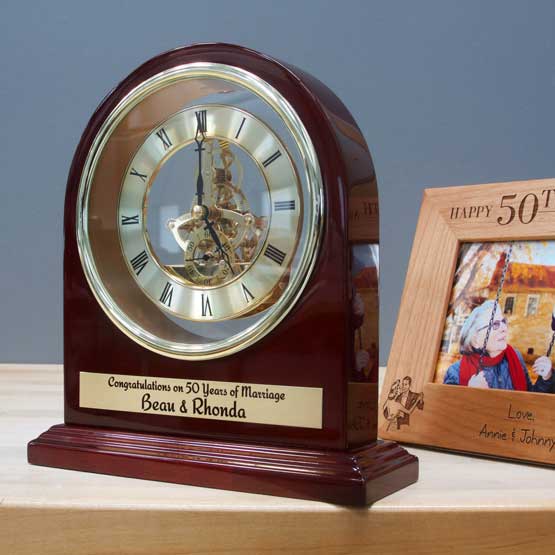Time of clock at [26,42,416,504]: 5:00
